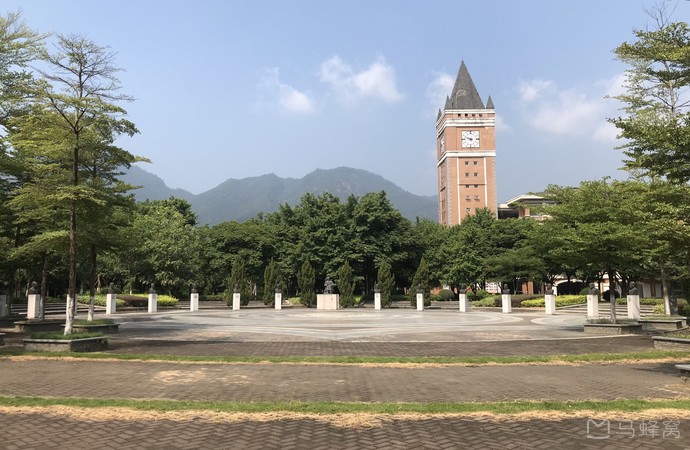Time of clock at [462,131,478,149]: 9:48
